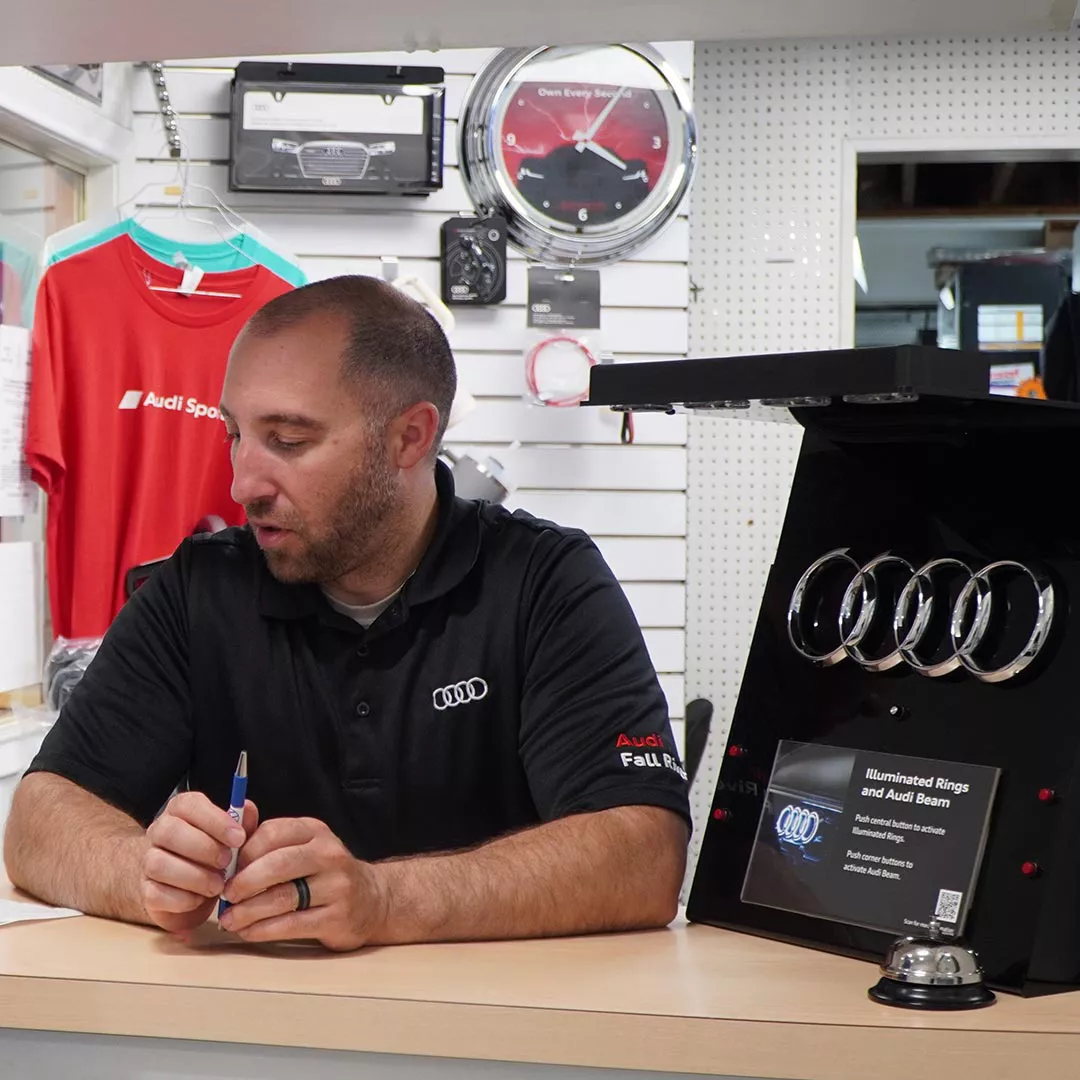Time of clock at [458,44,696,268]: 4:06
